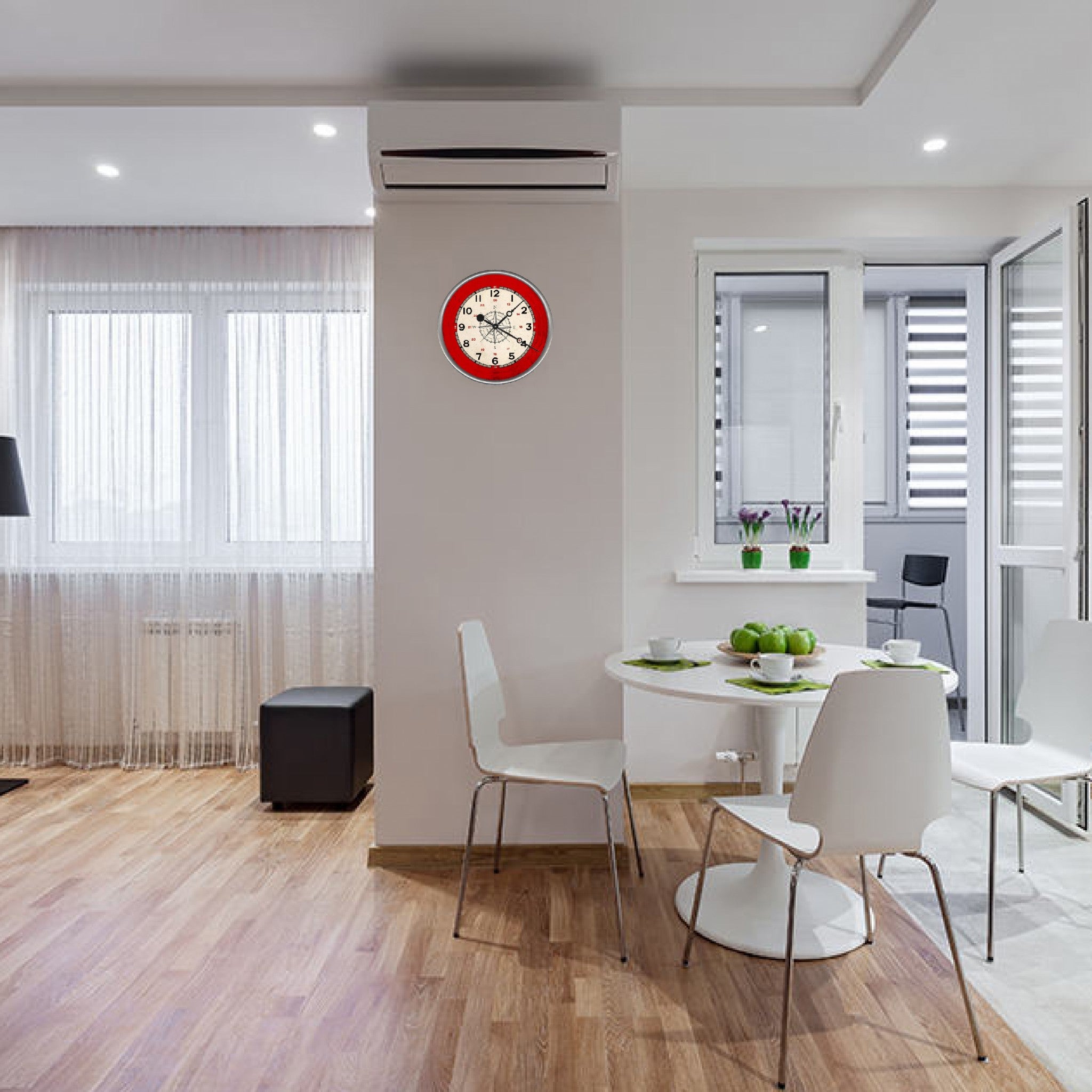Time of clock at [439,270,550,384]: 10:07
